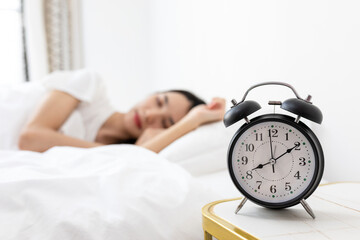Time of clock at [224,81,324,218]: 8:09
